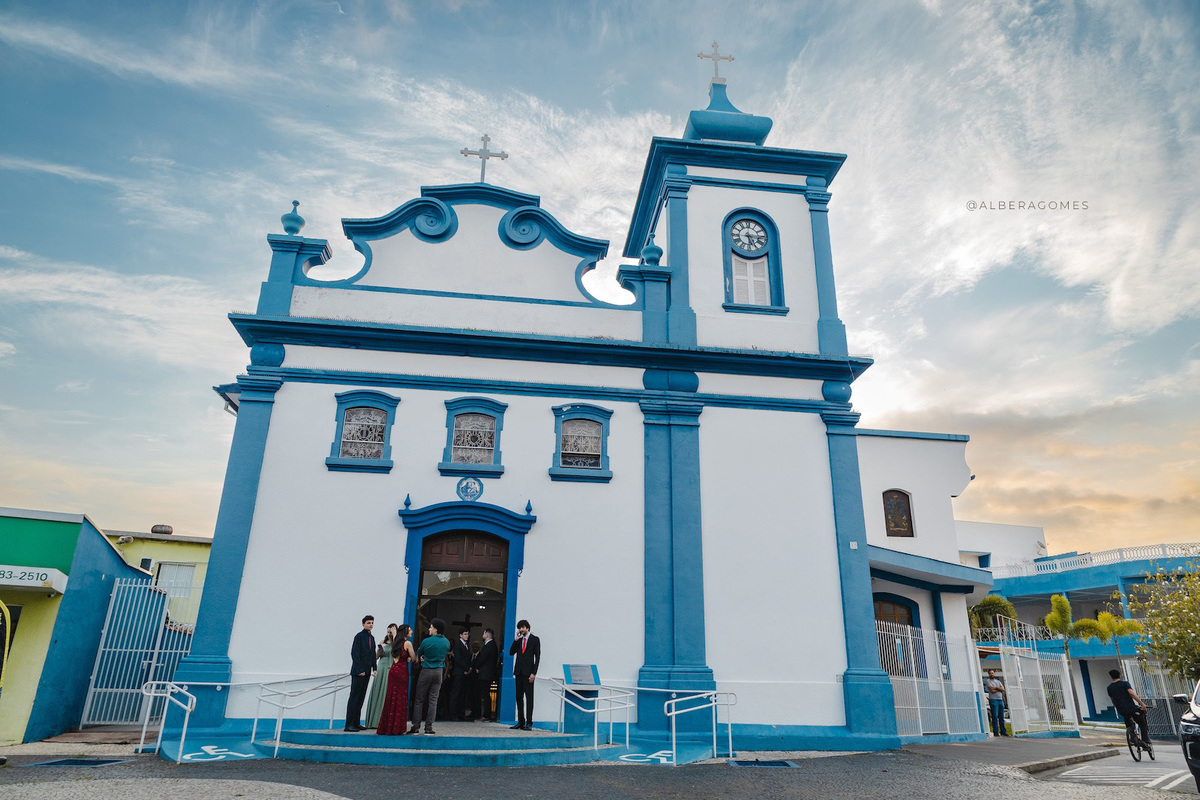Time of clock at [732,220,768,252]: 5:15
